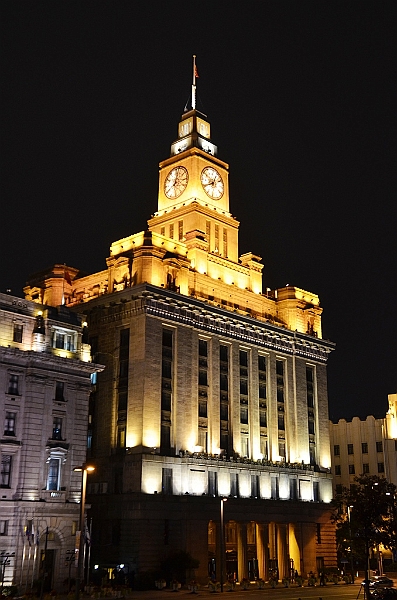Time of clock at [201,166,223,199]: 12:40
